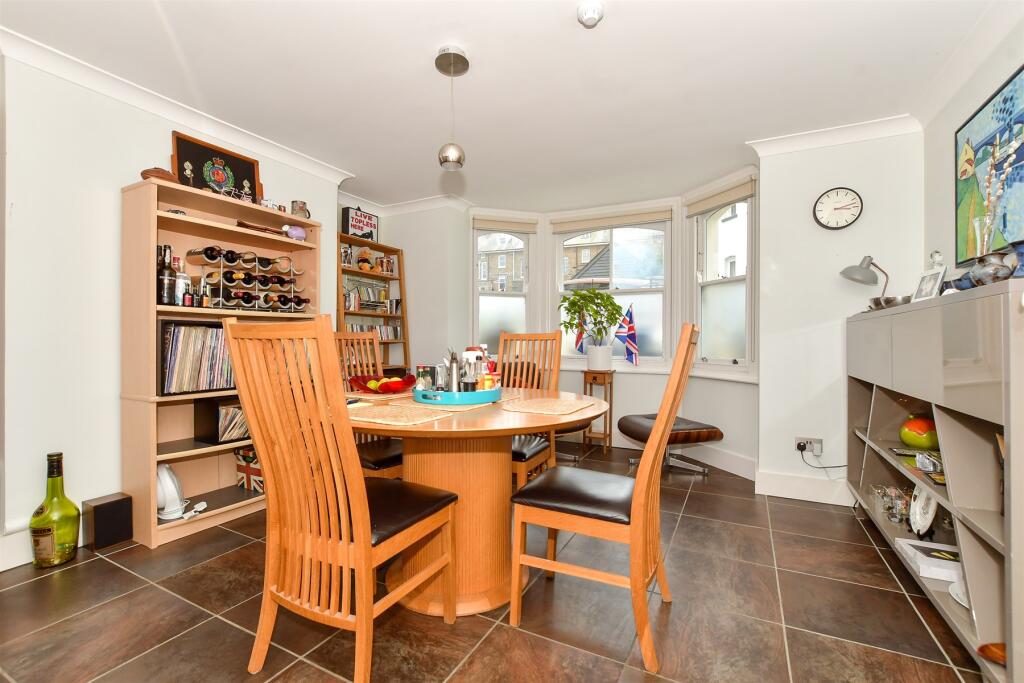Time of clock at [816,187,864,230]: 3:12
